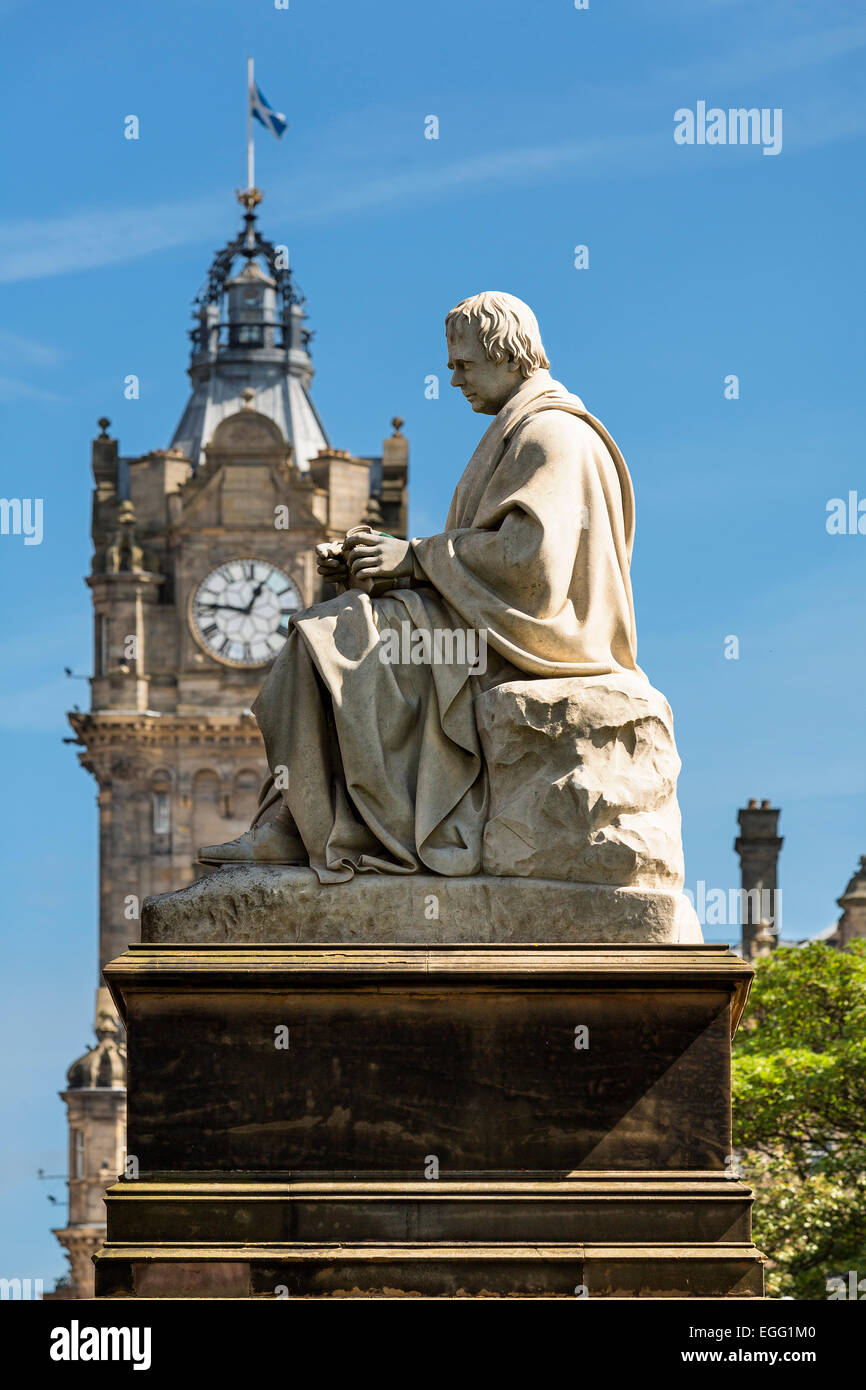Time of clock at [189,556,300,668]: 12:46
